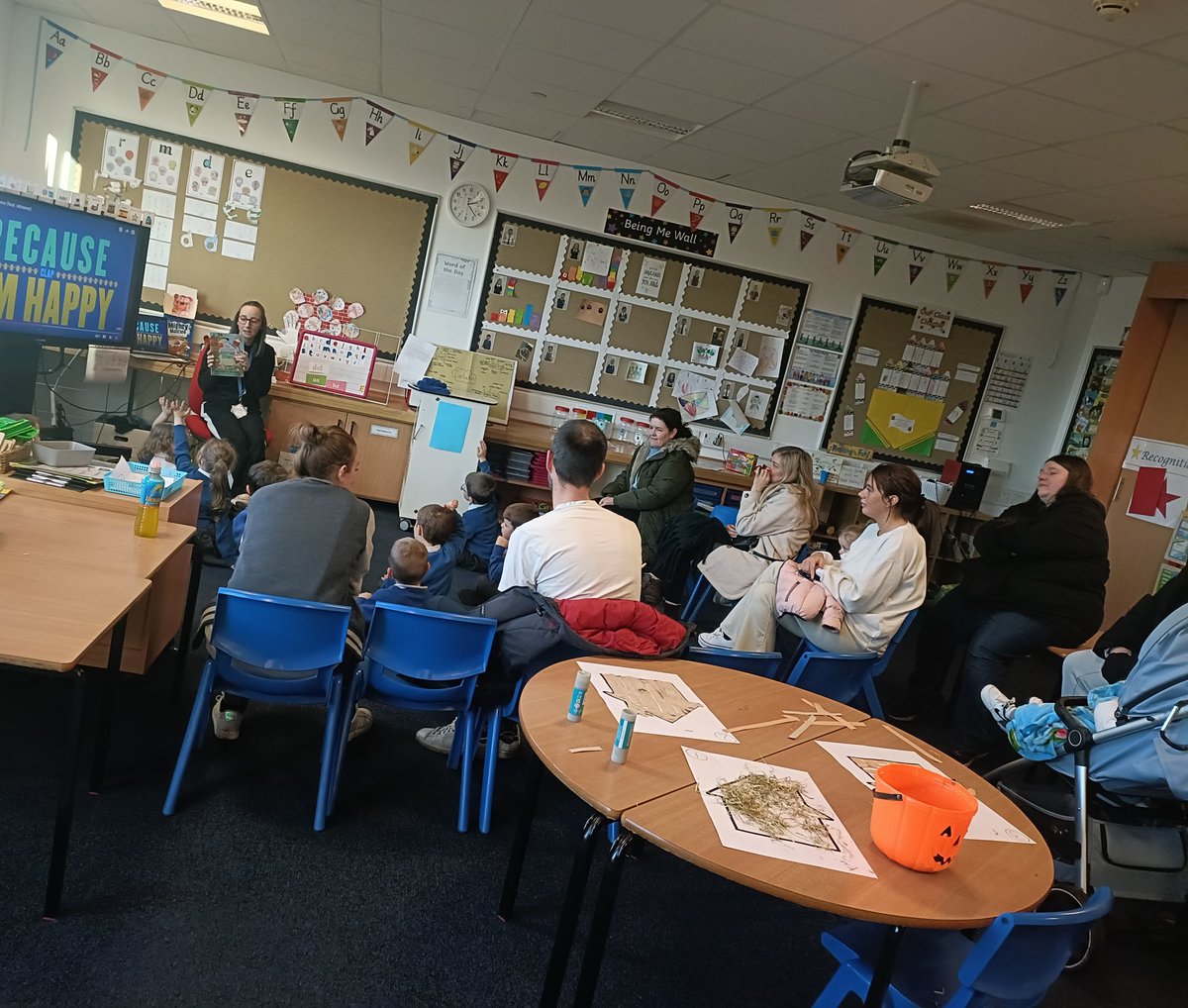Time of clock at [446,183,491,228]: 2:22
